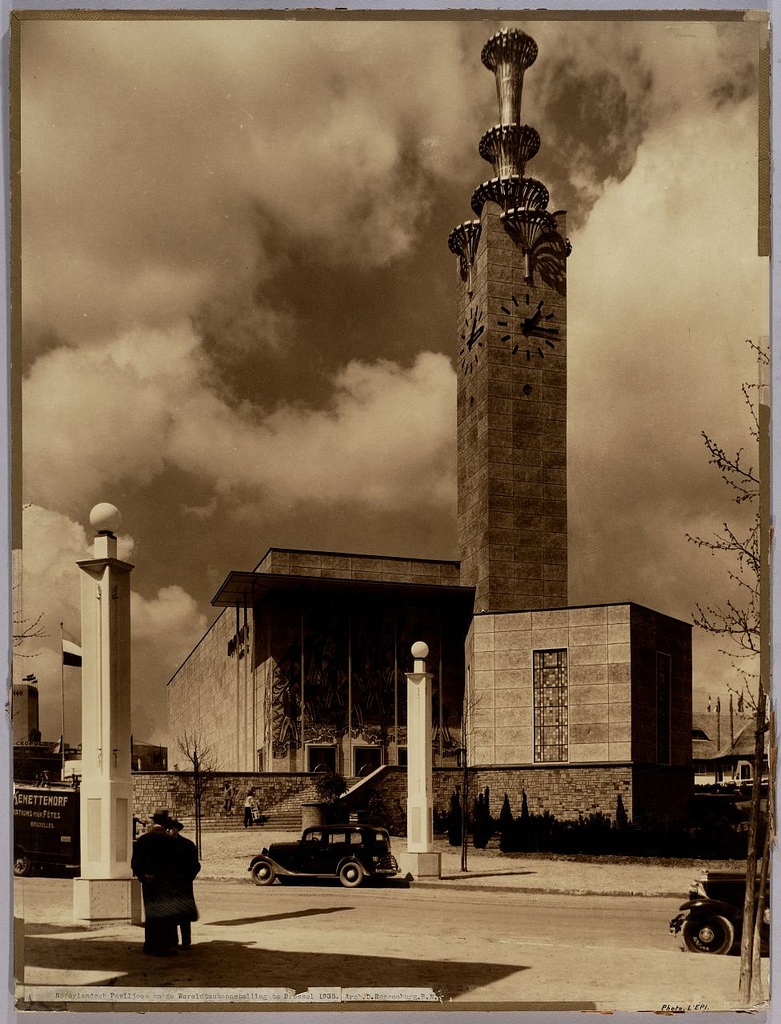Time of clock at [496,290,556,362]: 1:16
